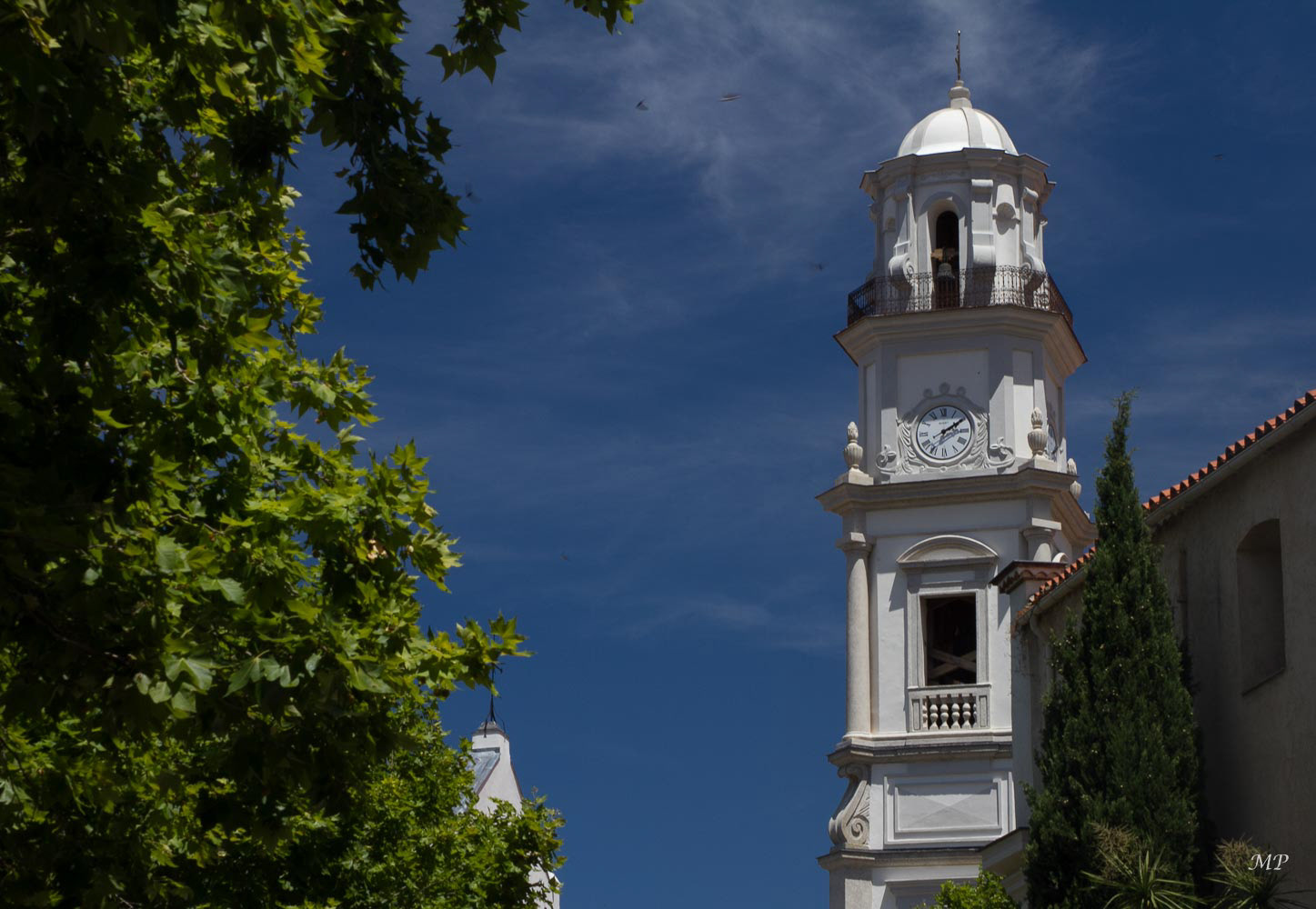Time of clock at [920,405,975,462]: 2:09
